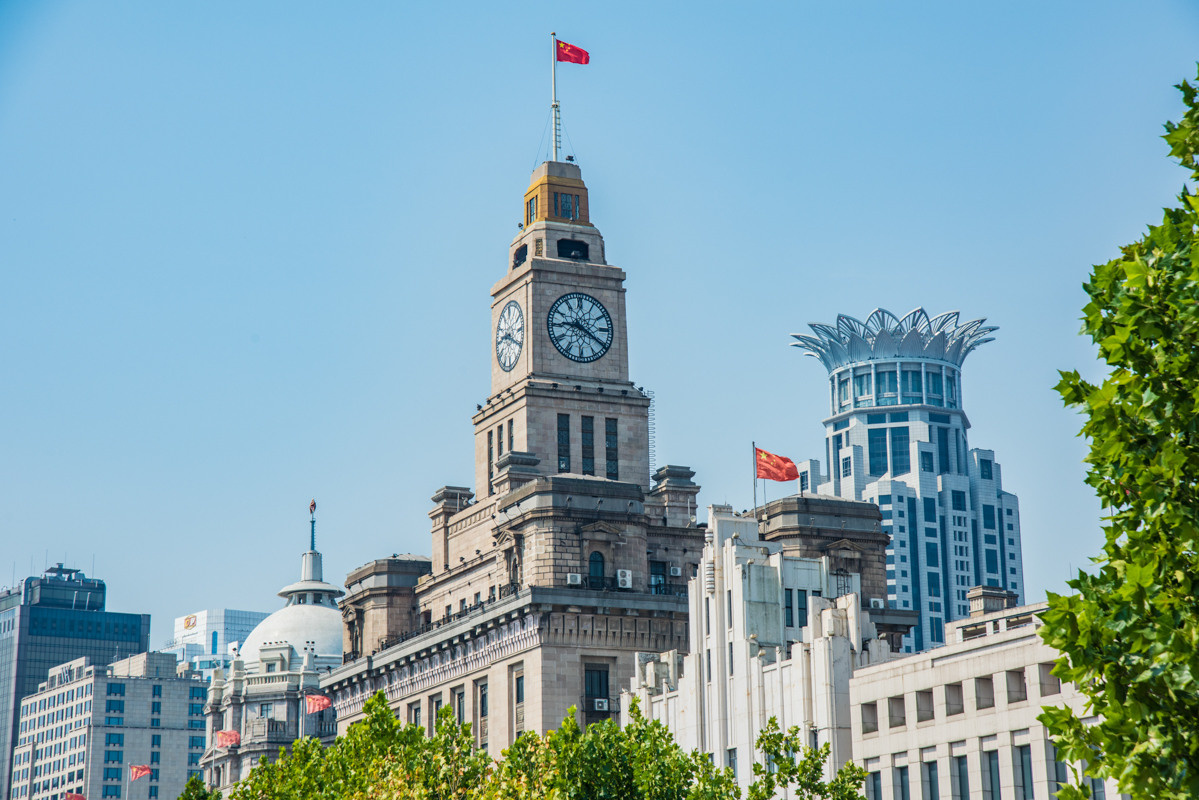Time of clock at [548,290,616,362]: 9:20
